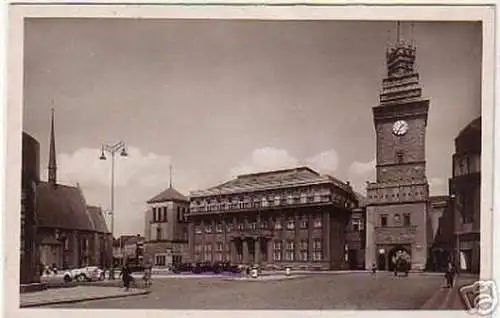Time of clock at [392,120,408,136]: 1:35
